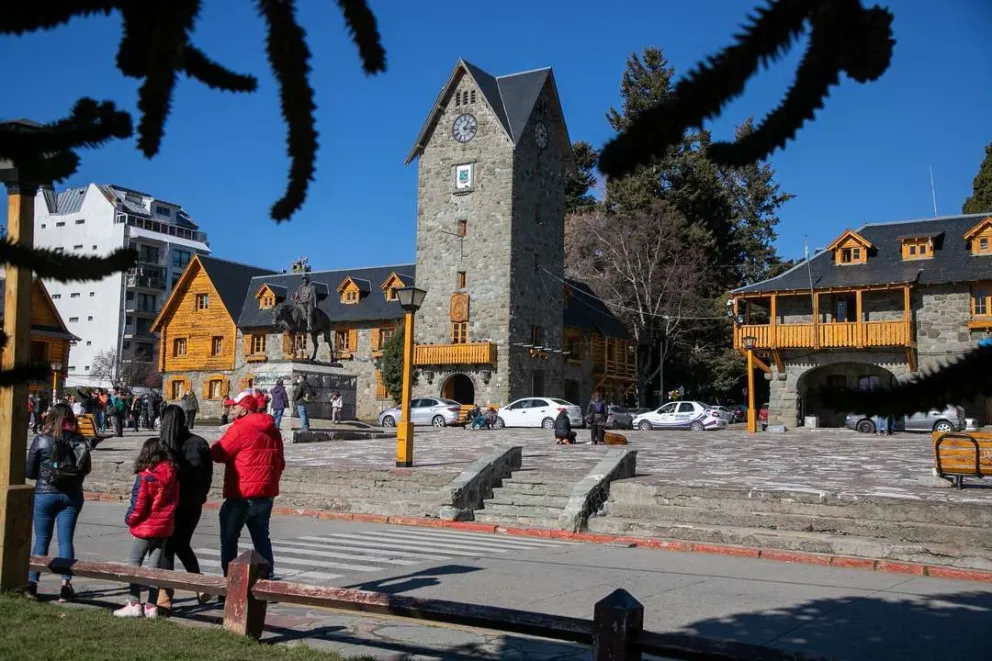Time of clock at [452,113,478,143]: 1:16
